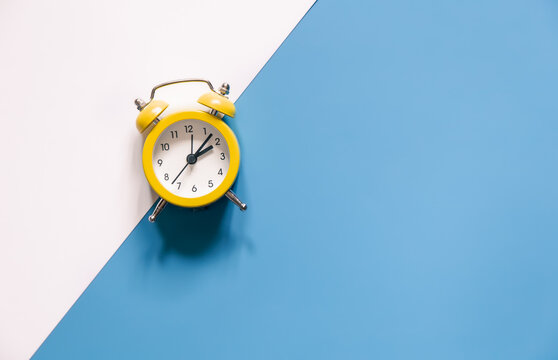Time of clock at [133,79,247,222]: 2:07
